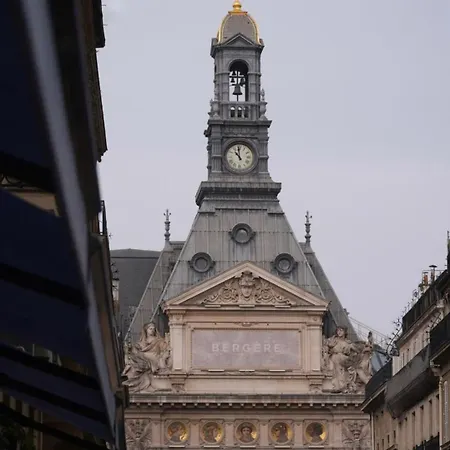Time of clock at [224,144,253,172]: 10:59
